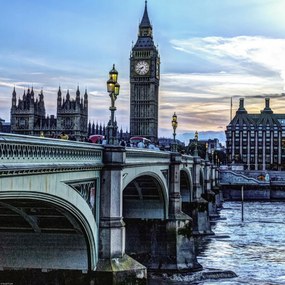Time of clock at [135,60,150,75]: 8:37
